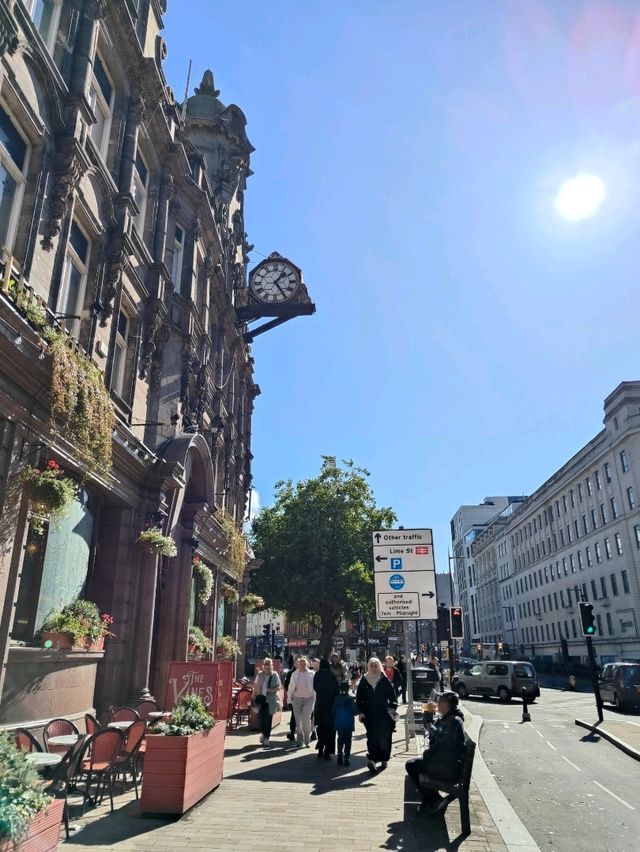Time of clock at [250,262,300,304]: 1:24
